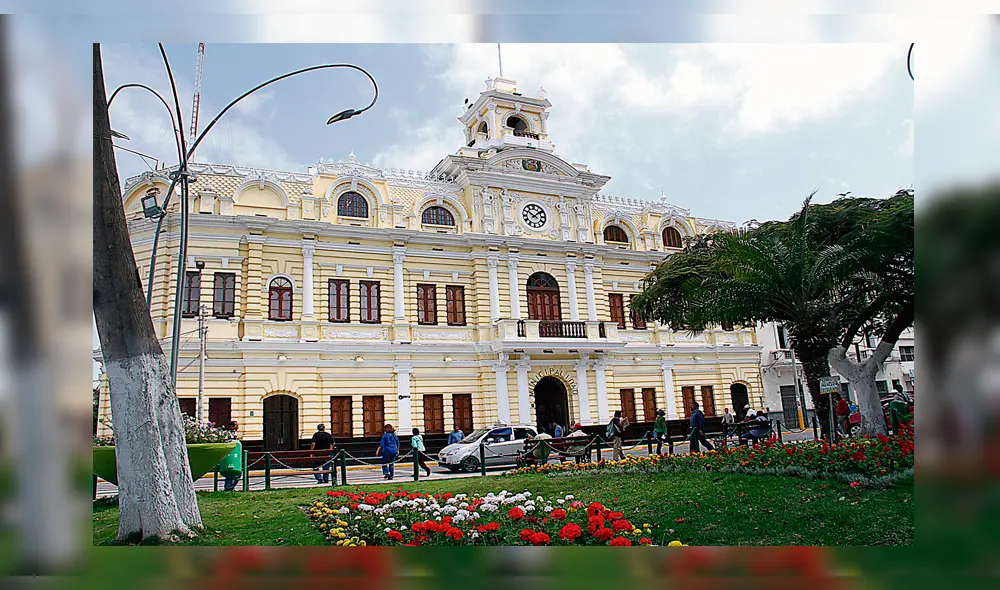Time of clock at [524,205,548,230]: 1:50
